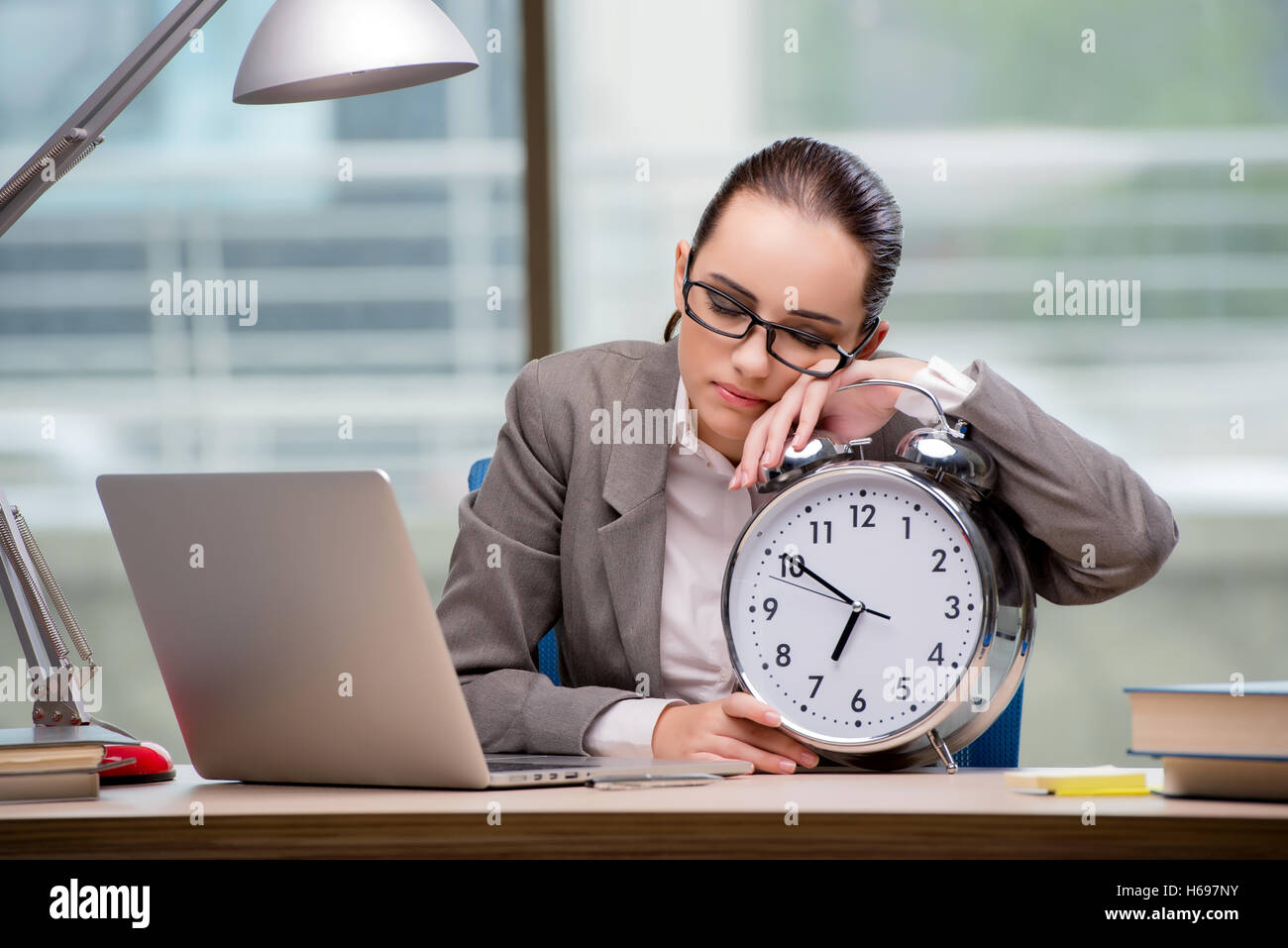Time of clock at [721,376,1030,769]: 6:50
